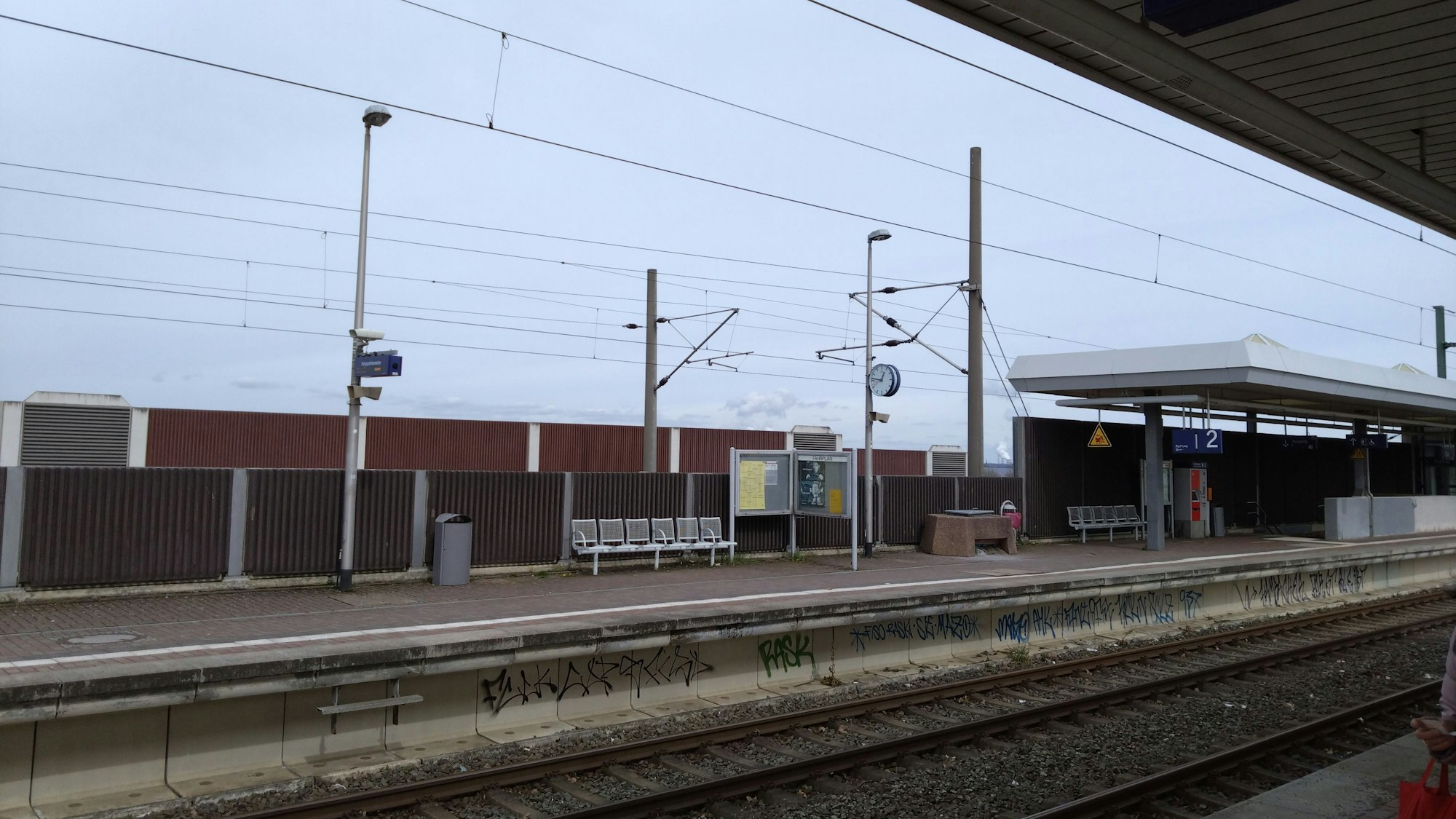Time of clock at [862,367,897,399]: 12:46
